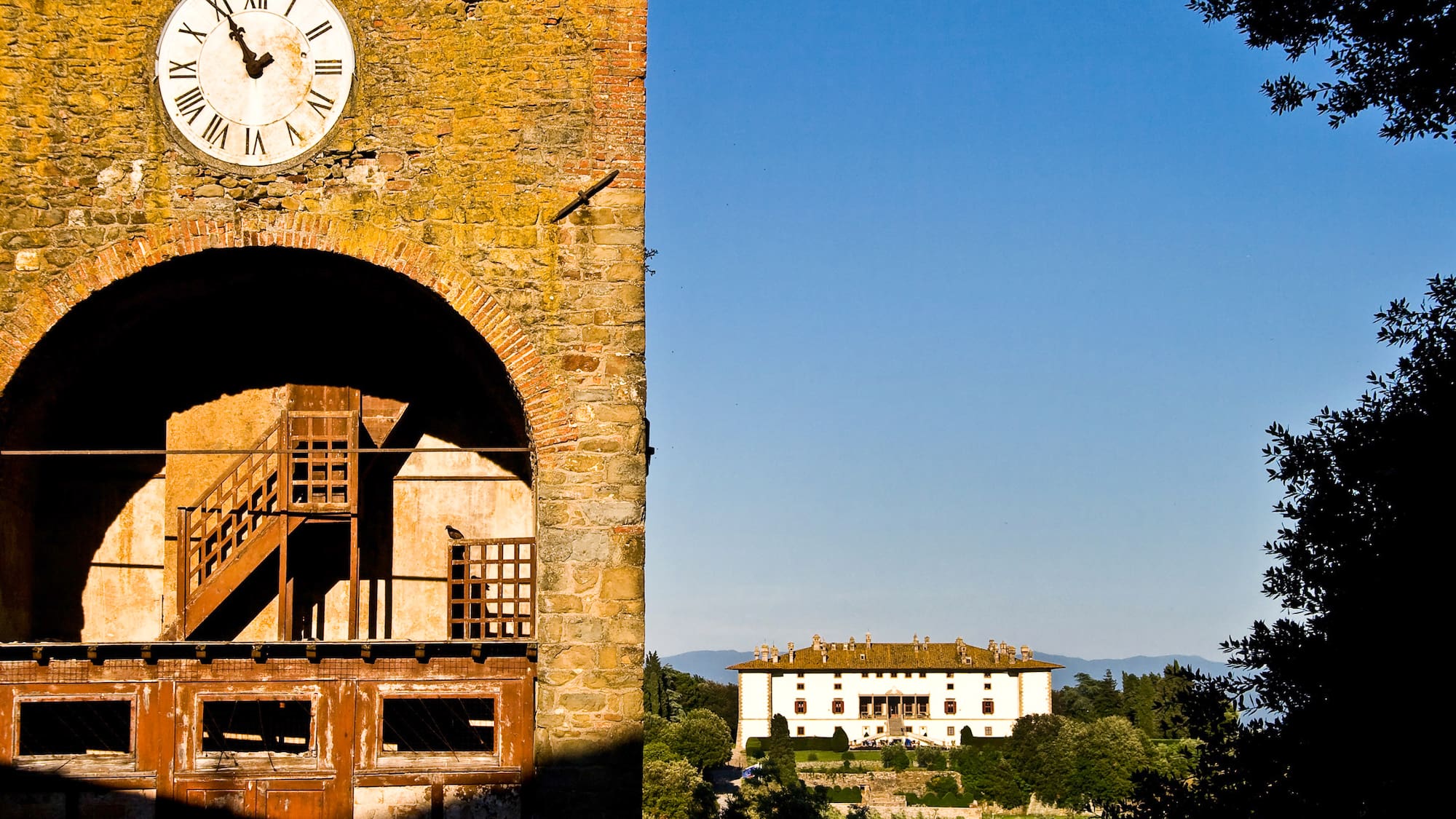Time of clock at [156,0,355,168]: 10:55
